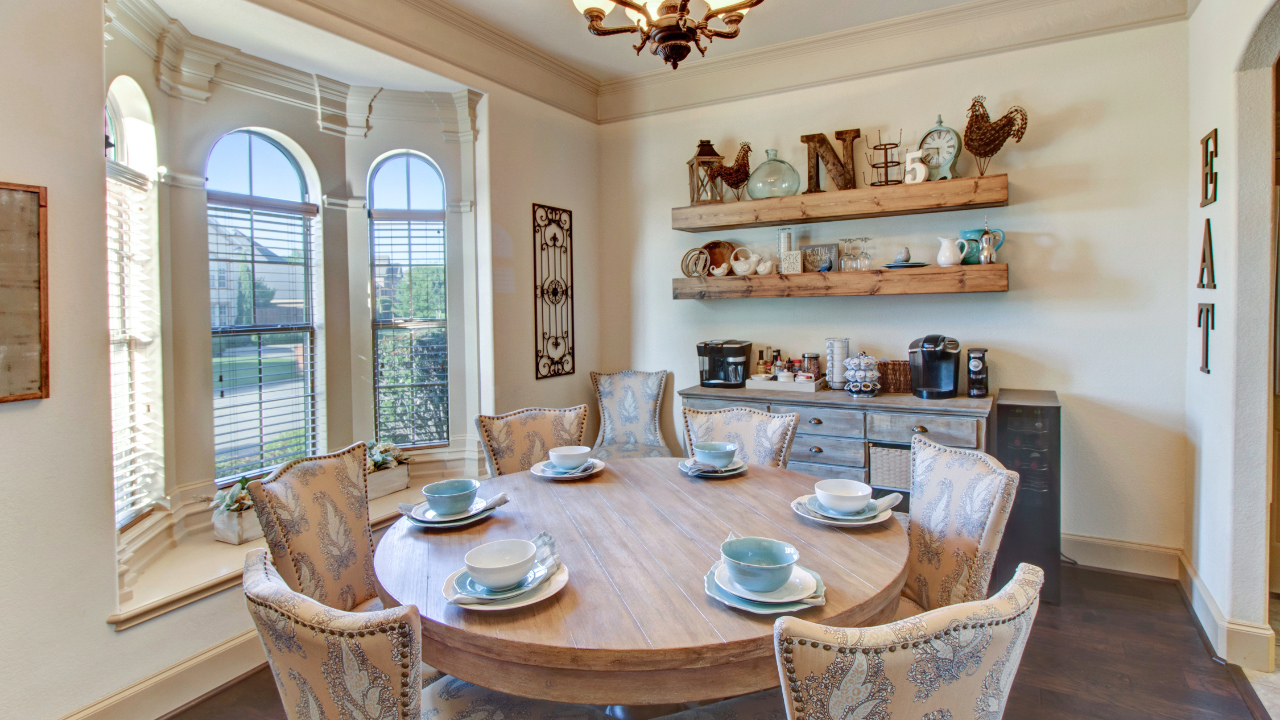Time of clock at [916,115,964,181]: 5:45
